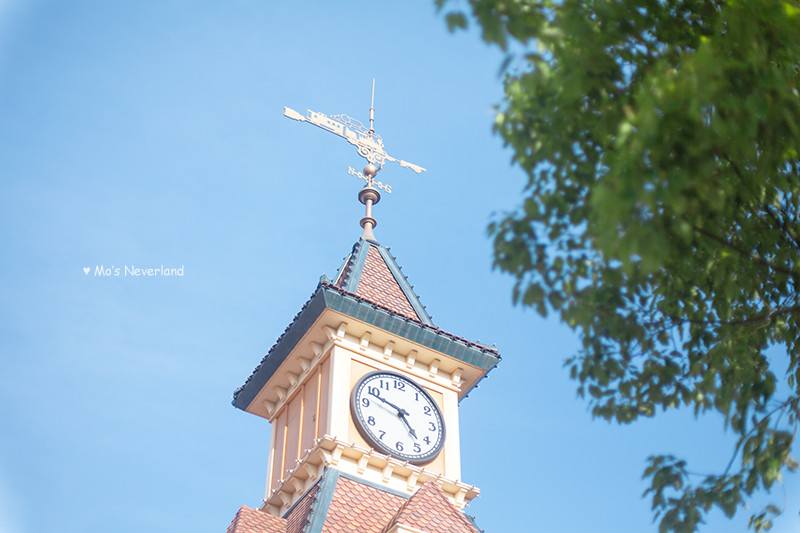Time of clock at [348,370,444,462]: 4:48
